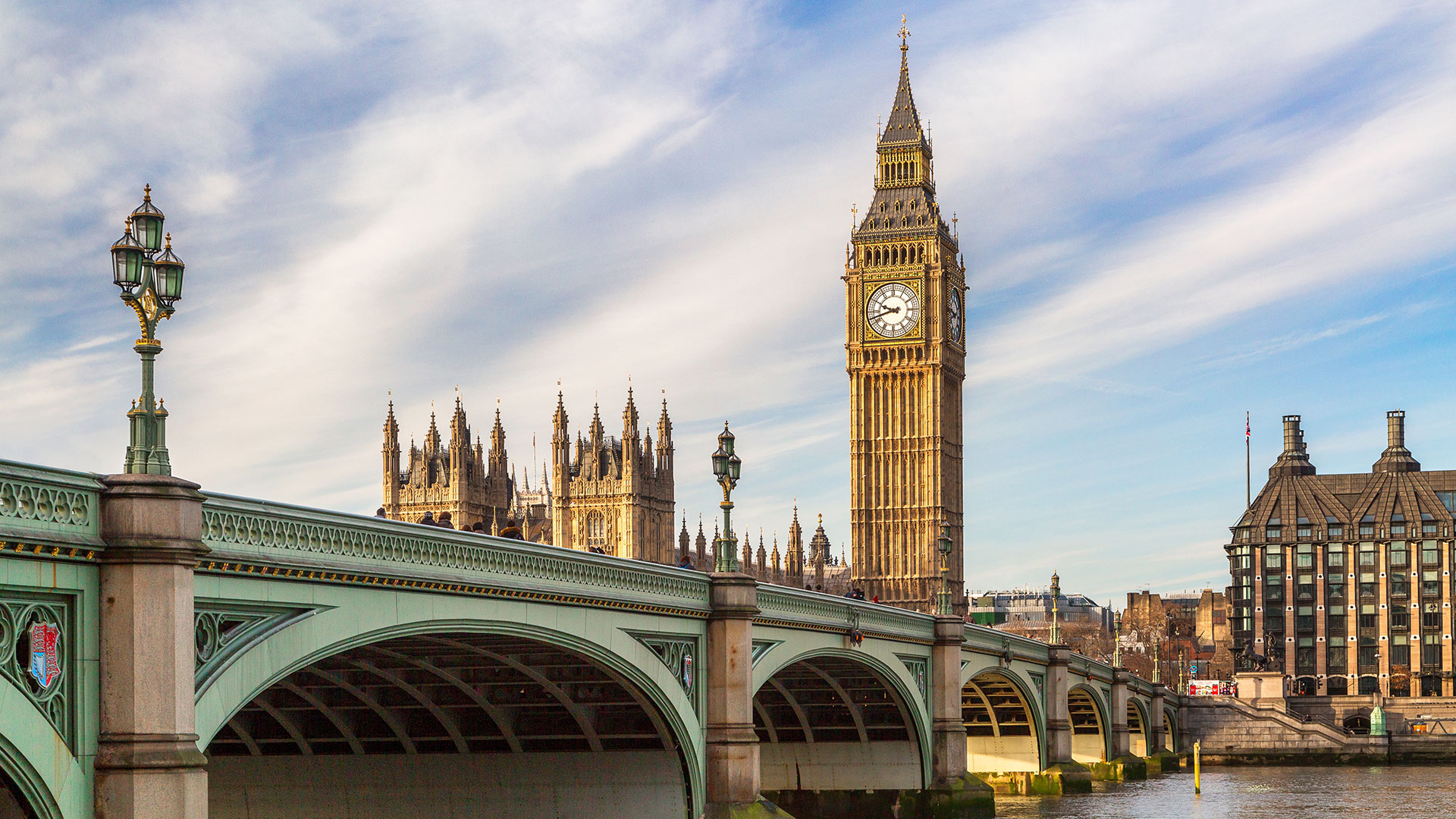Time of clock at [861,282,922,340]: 9:42
